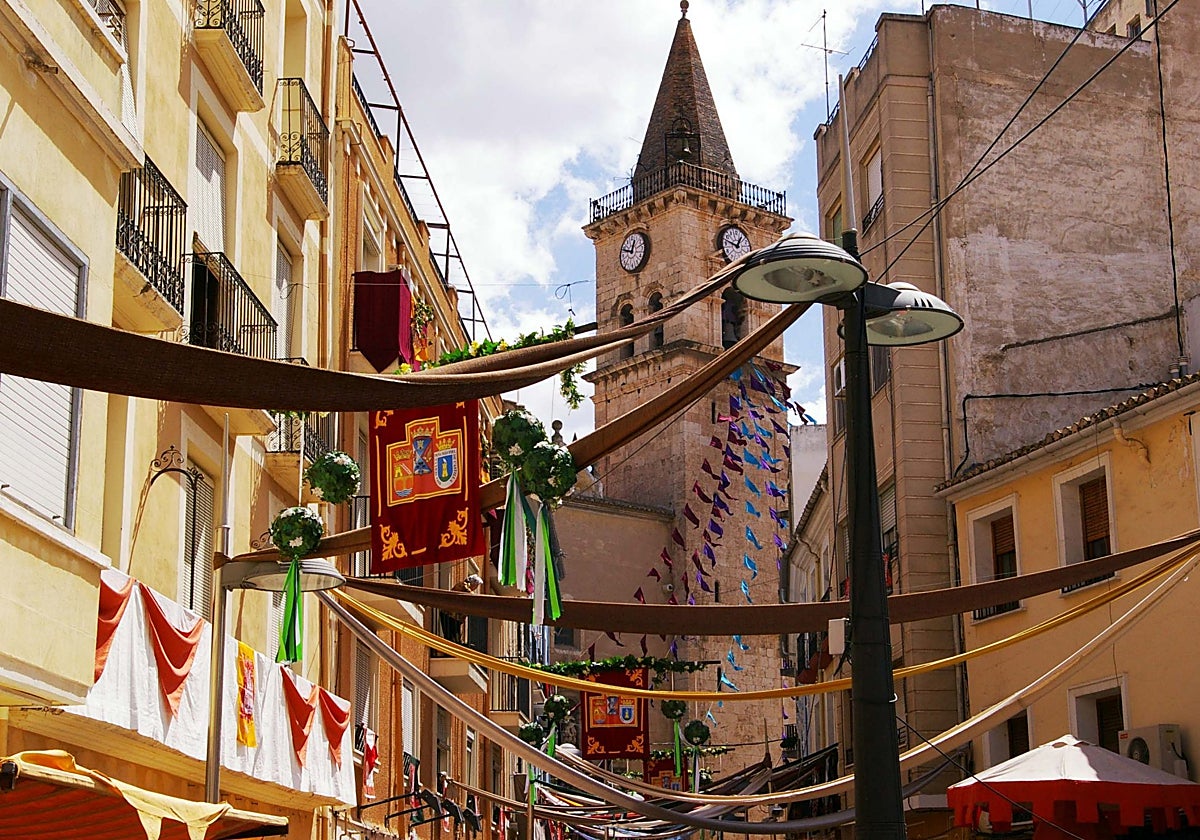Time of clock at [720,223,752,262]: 12:47
